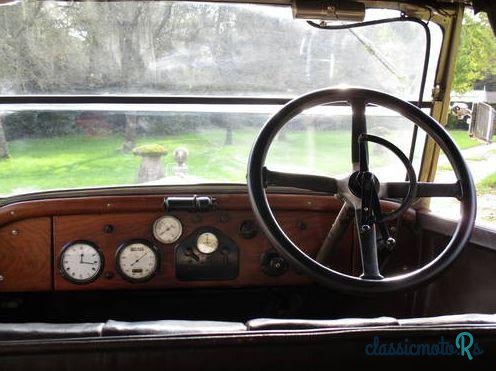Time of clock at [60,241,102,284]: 12:16
